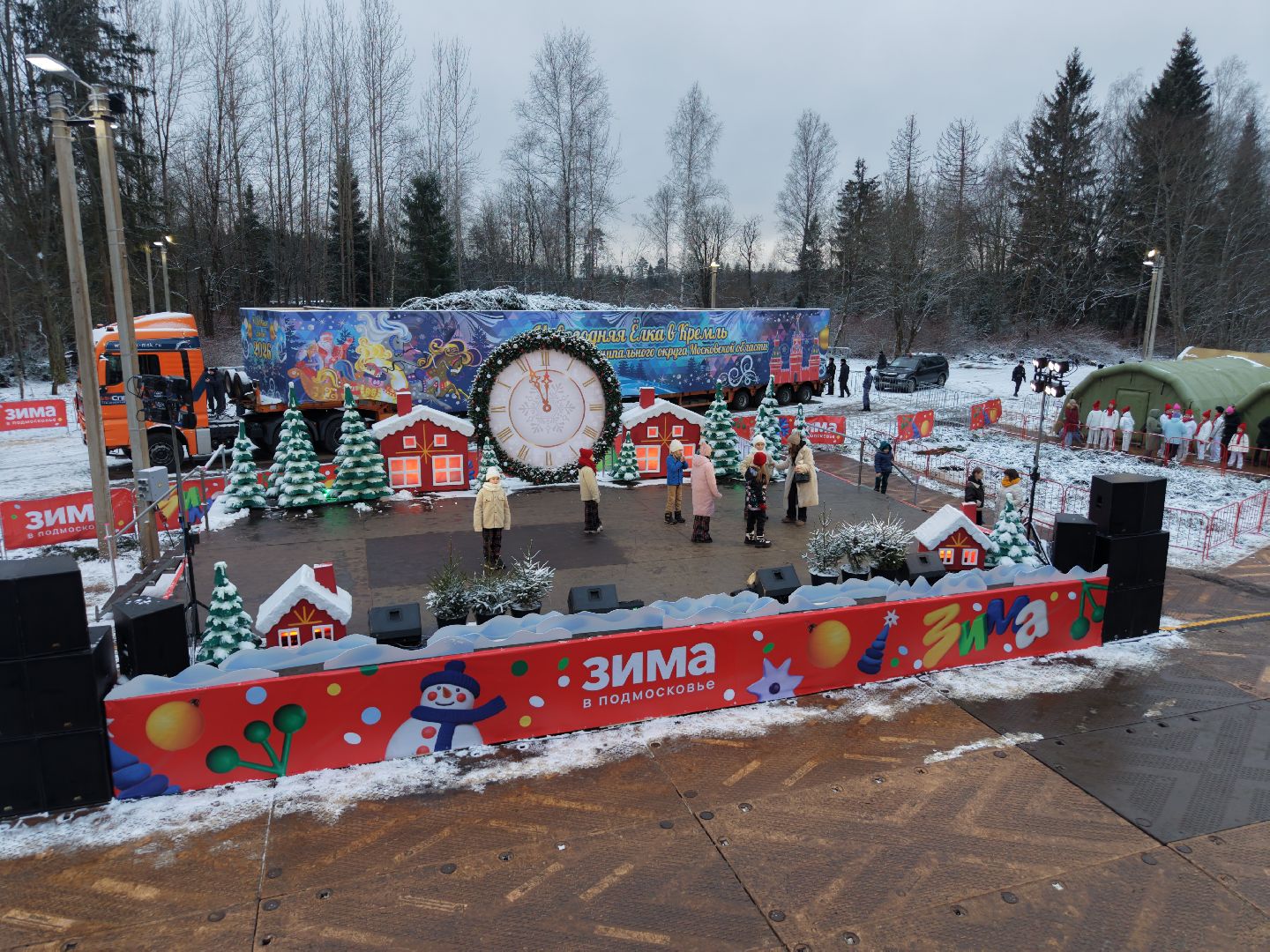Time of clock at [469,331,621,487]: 11:55
